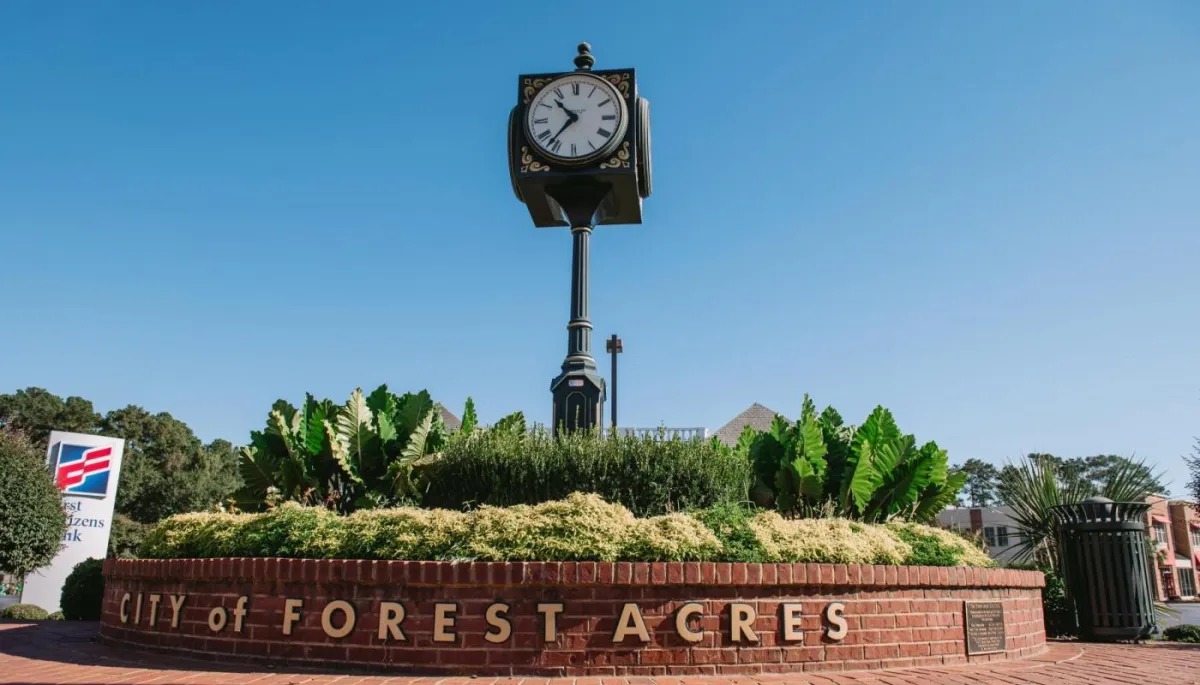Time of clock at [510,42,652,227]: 10:36
